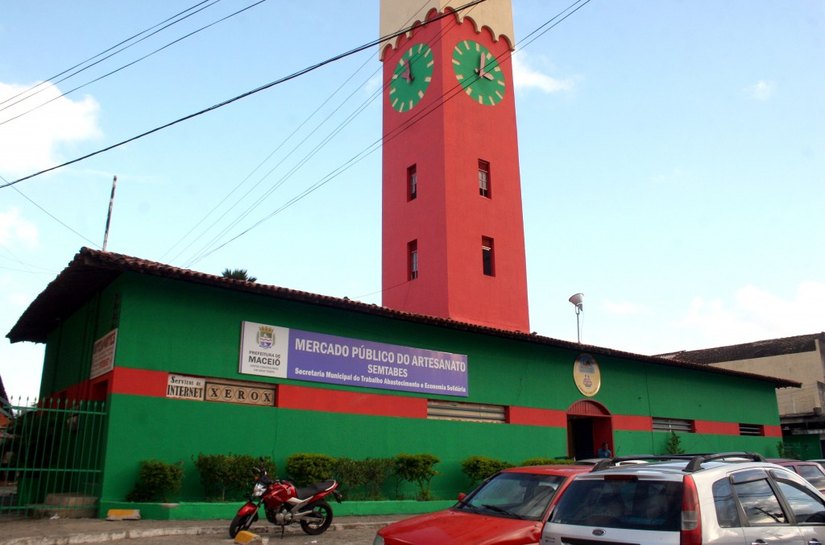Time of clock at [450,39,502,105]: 3:02
